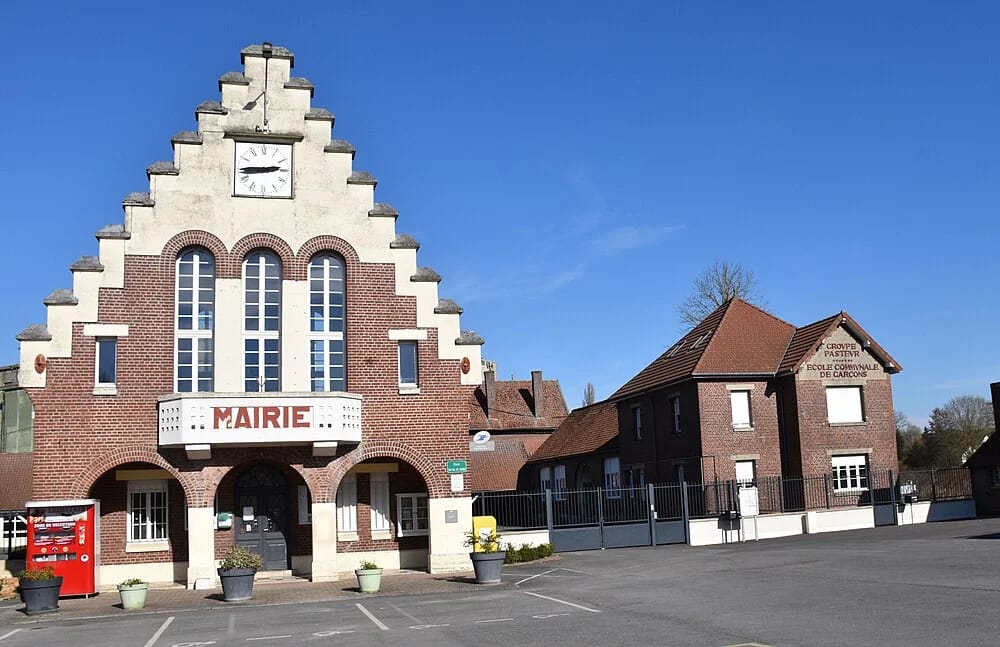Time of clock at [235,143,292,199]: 2:45
